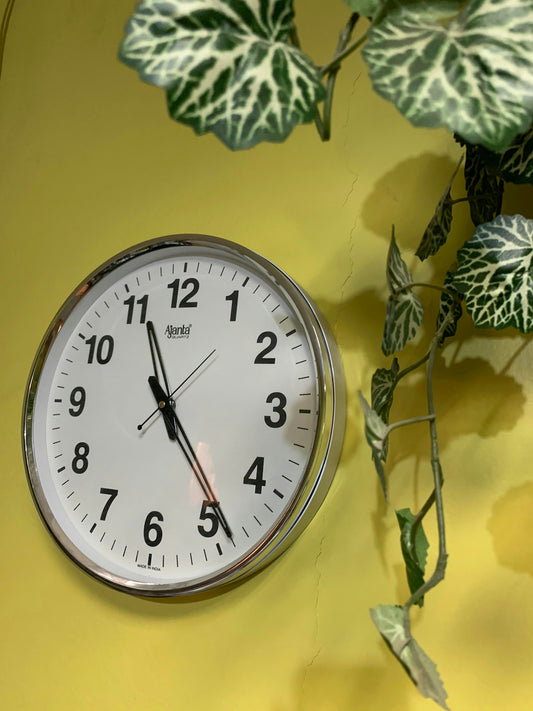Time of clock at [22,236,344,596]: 11:23
